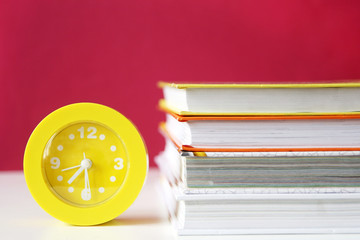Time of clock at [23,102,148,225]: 7:29
